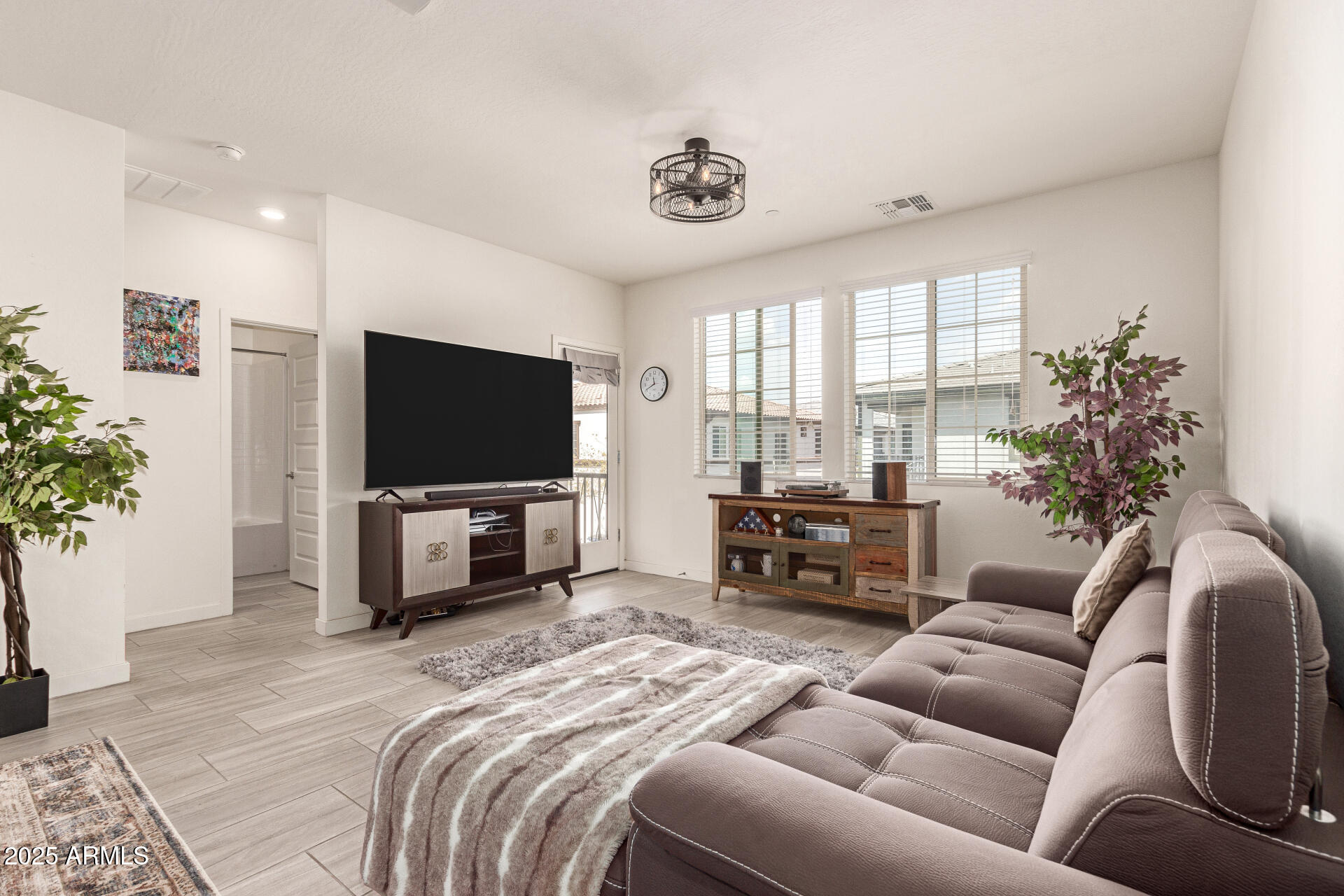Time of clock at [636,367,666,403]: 11:40
